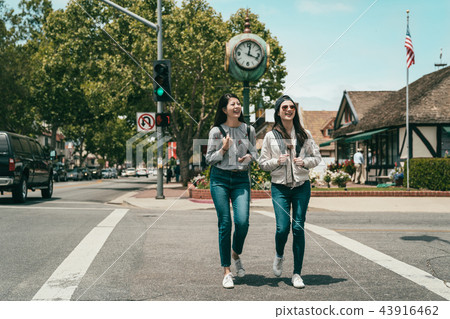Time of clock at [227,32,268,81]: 12:18
